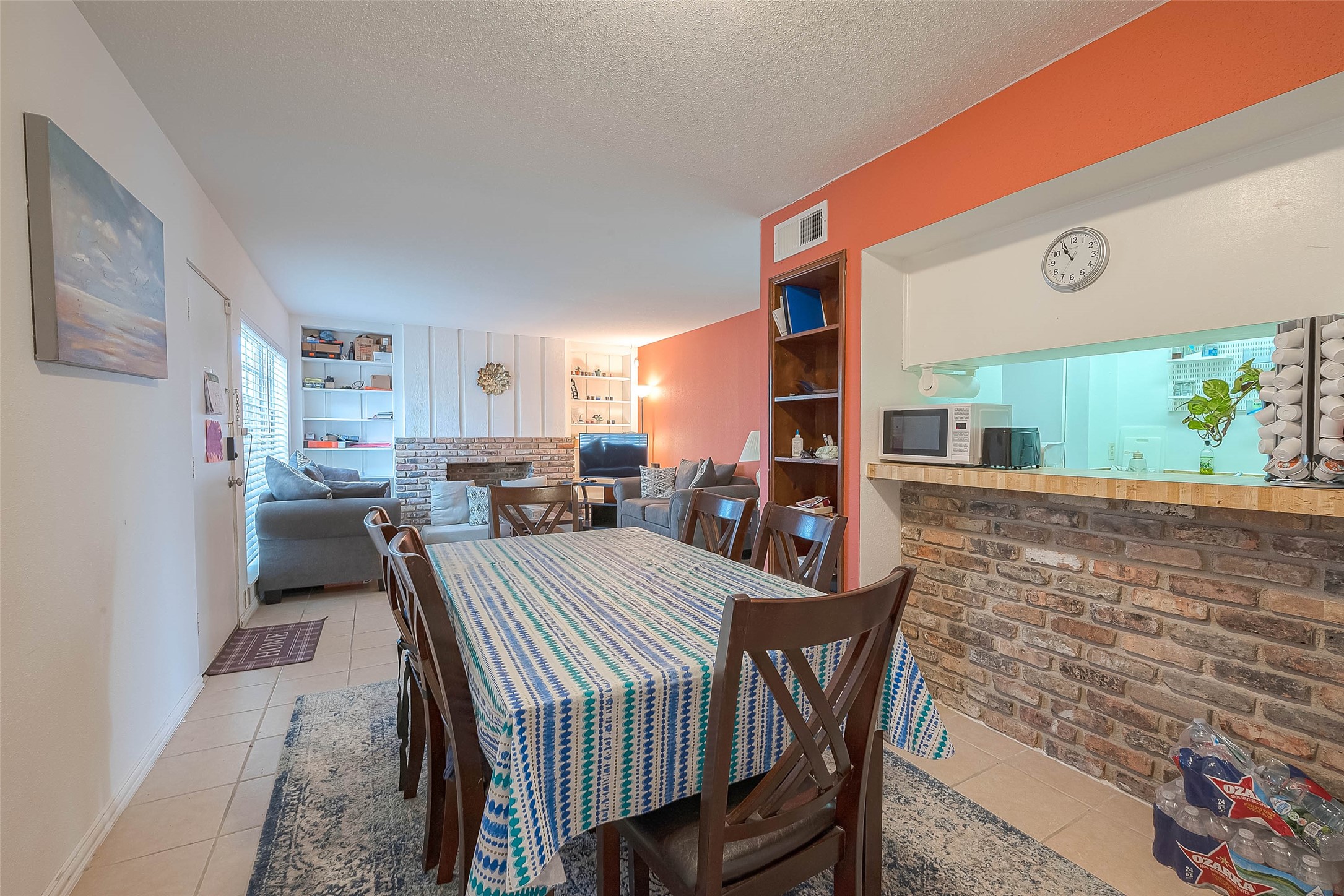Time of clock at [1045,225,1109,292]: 10:55
